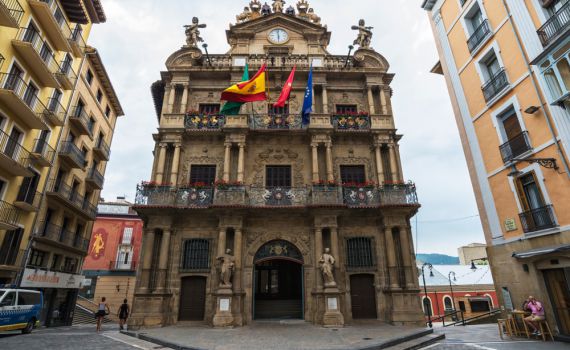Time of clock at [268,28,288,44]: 5:59
